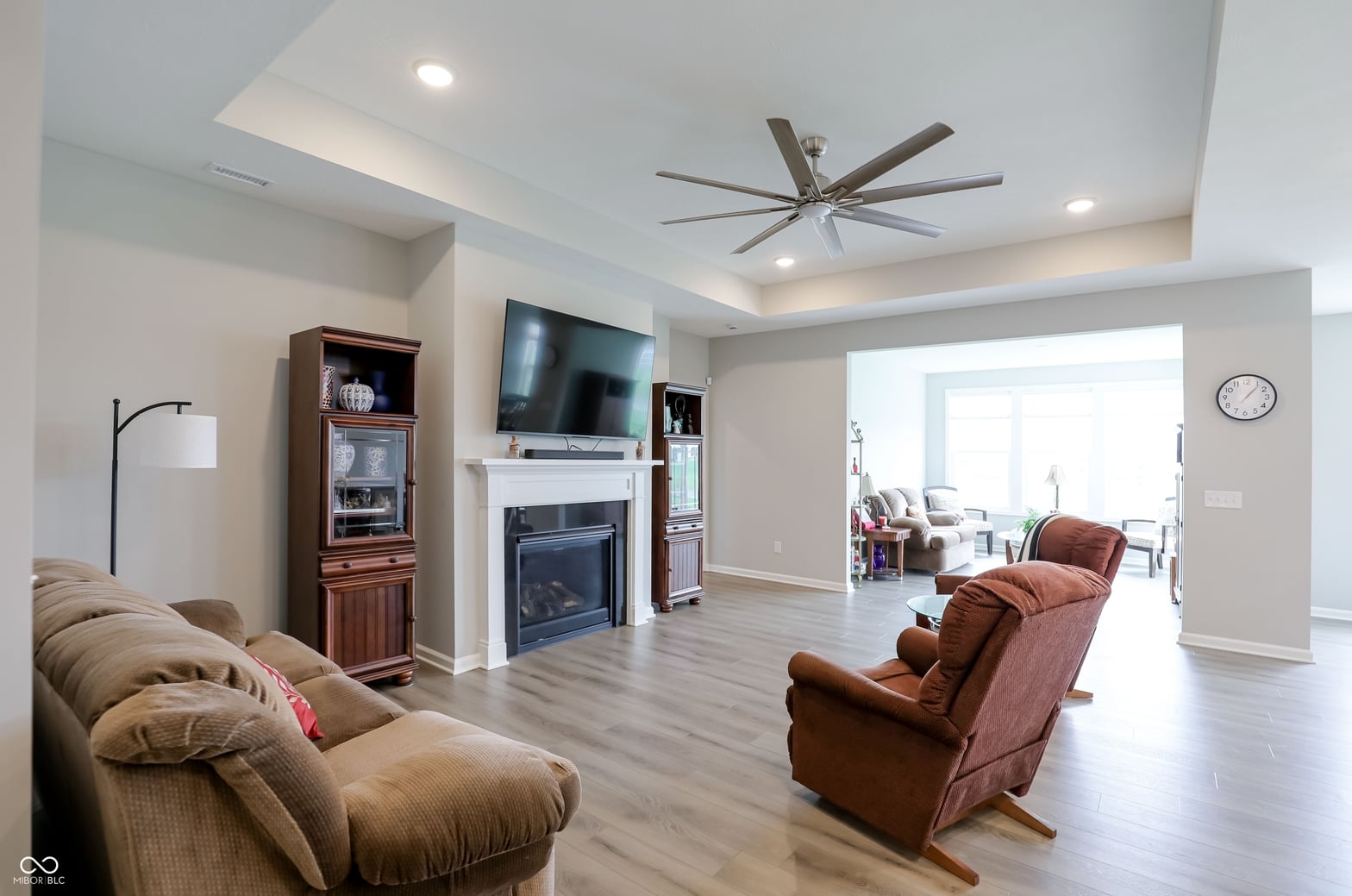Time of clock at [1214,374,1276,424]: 1:06
